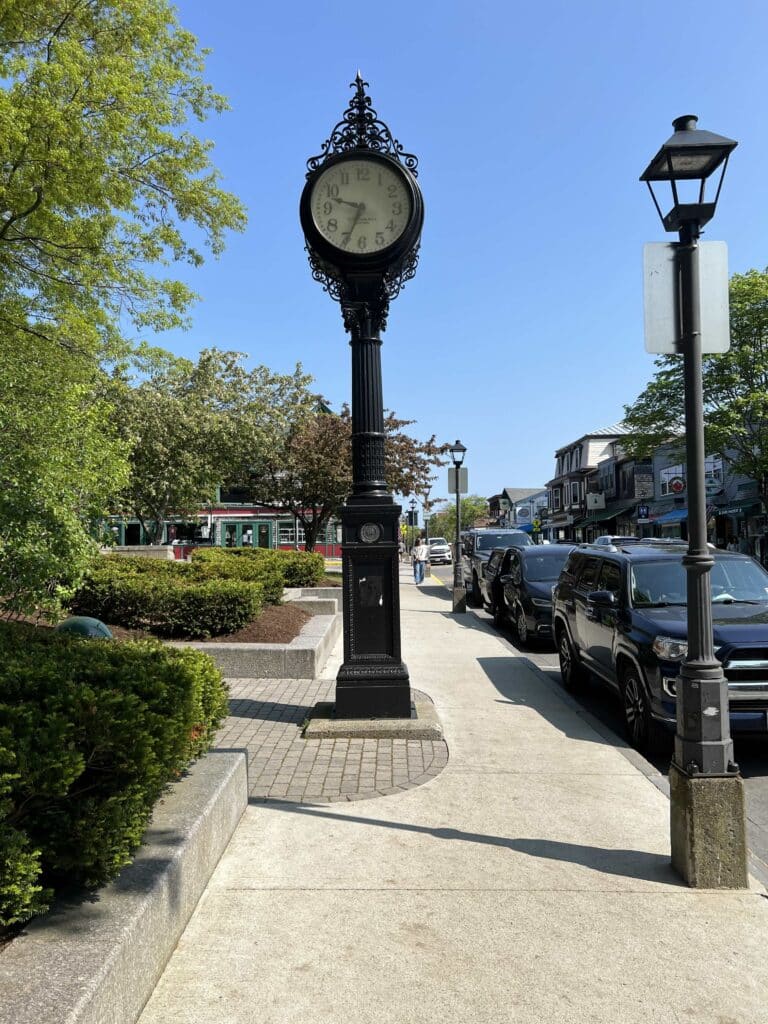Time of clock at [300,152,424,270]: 9:34
